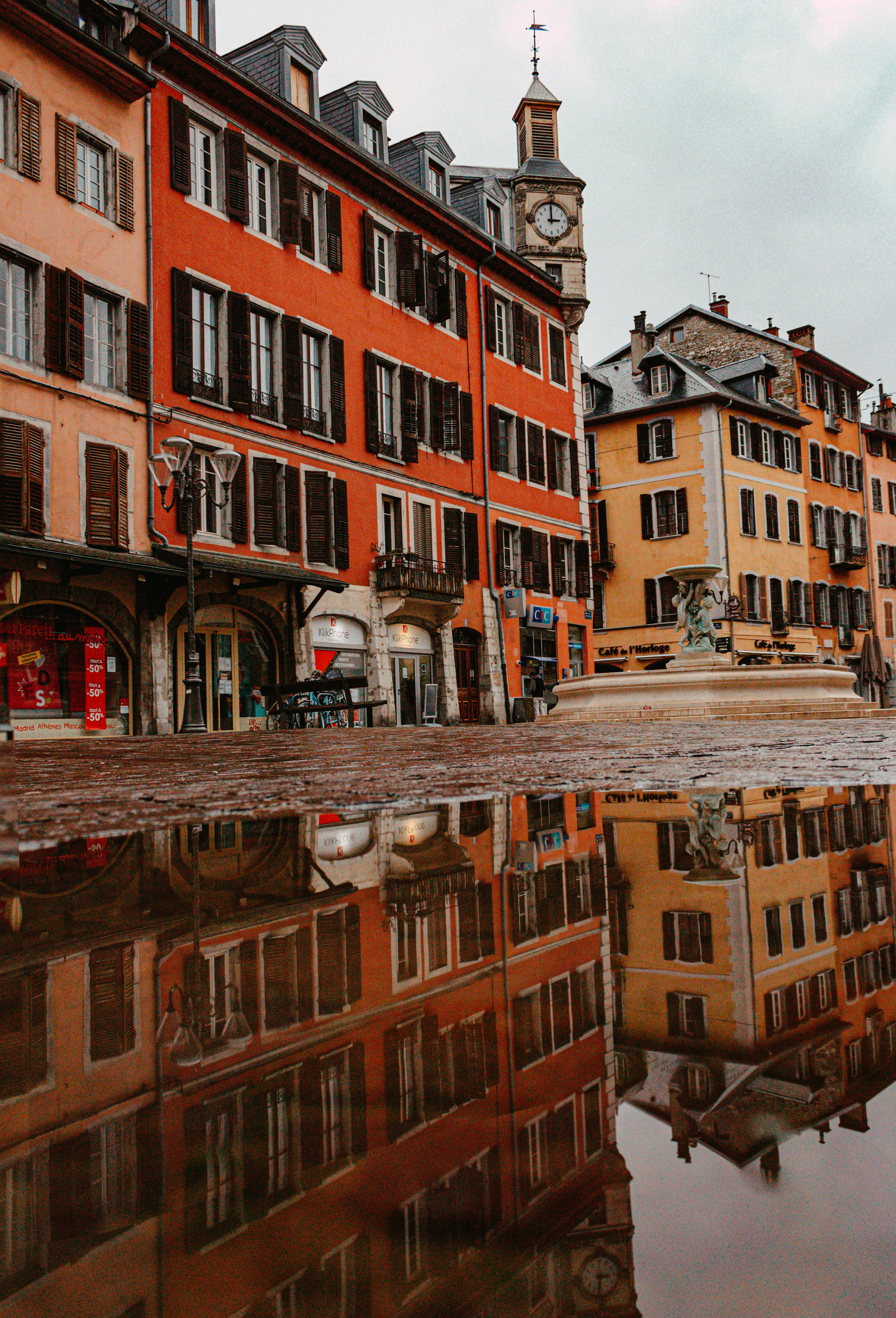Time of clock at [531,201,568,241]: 2:59
